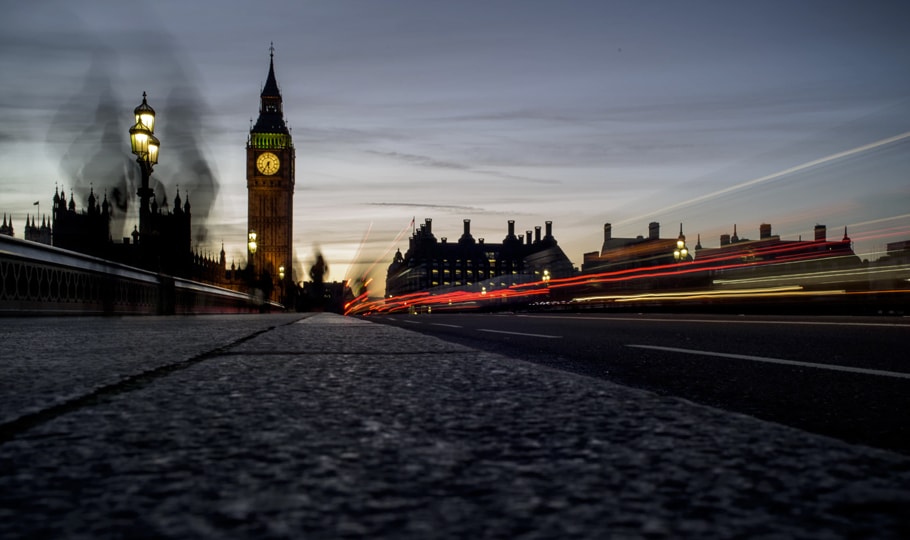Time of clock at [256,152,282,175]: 5:35
